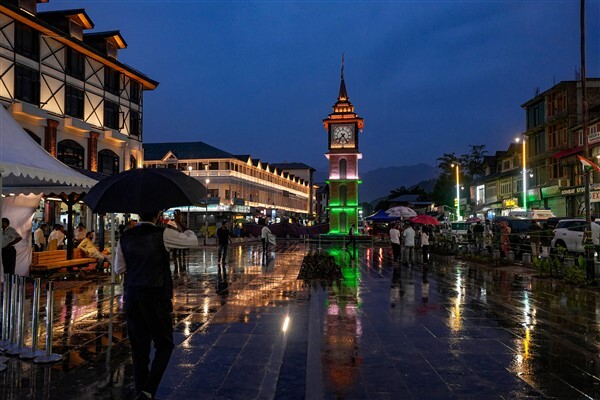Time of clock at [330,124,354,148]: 7:24
